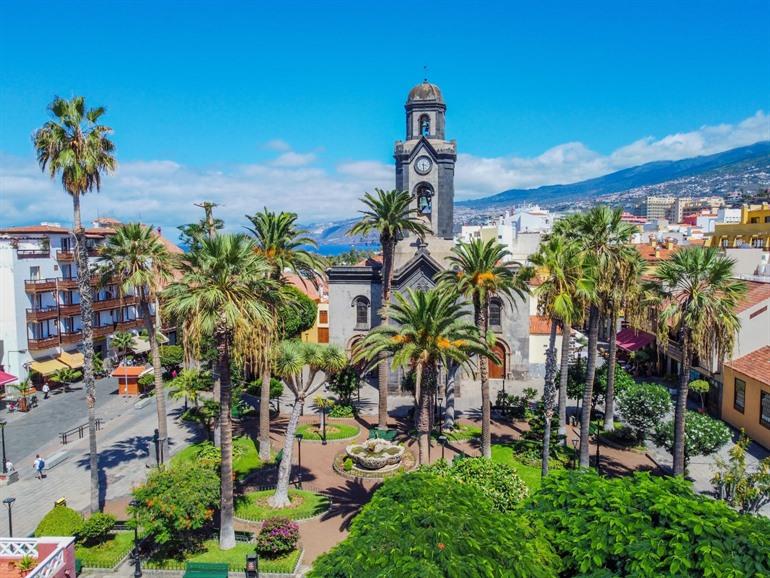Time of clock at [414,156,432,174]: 3:29
